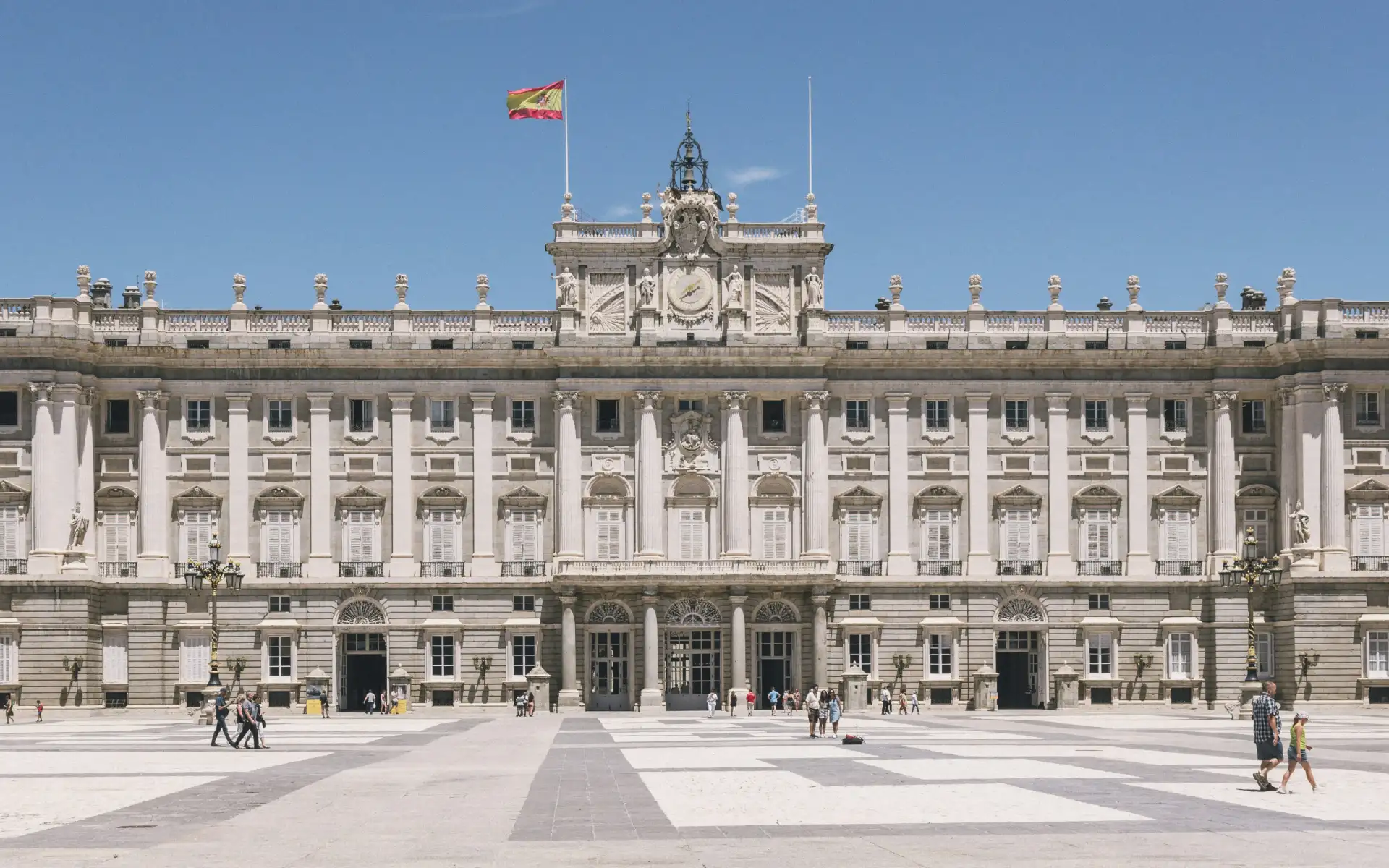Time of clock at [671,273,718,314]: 1:38
